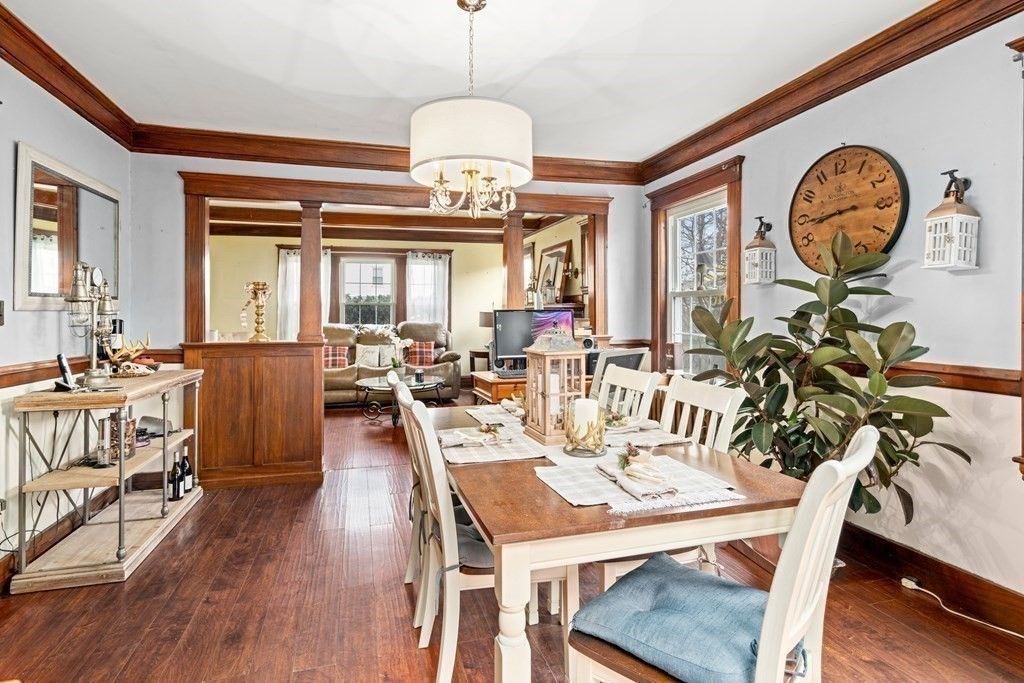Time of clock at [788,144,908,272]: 8:43
